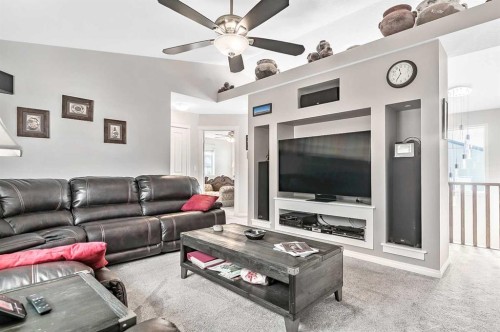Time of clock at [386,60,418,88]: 11:35
